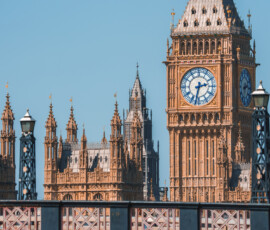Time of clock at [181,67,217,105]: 2:32
